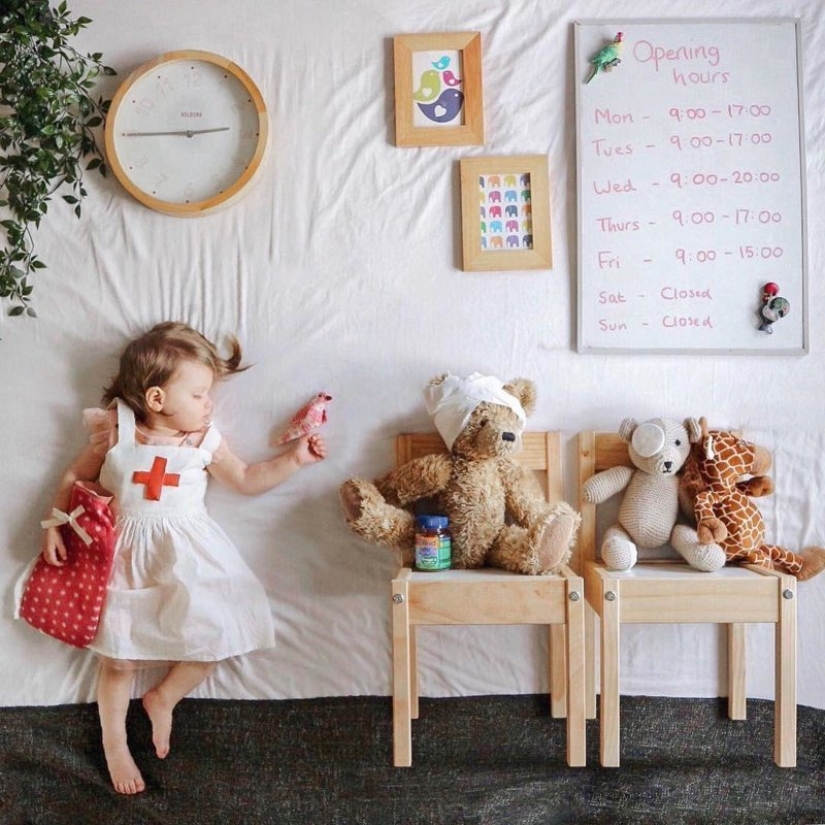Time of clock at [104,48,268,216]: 2:44
